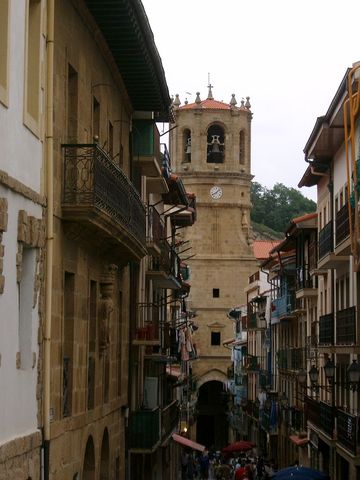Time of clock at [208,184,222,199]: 8:07
